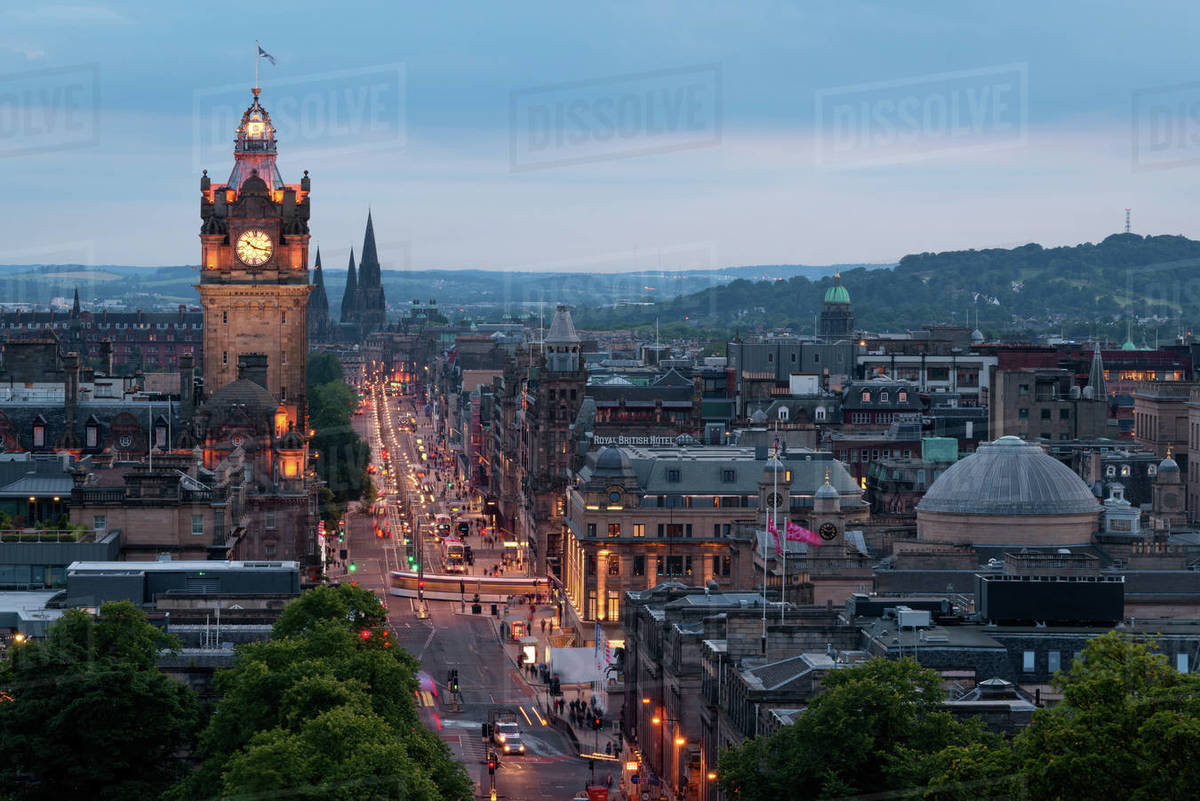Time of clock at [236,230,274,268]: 10:17
